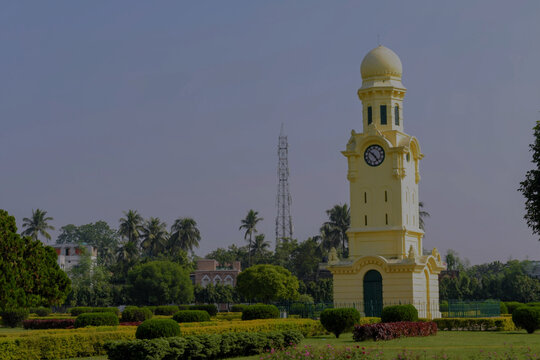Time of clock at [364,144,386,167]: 4:51
